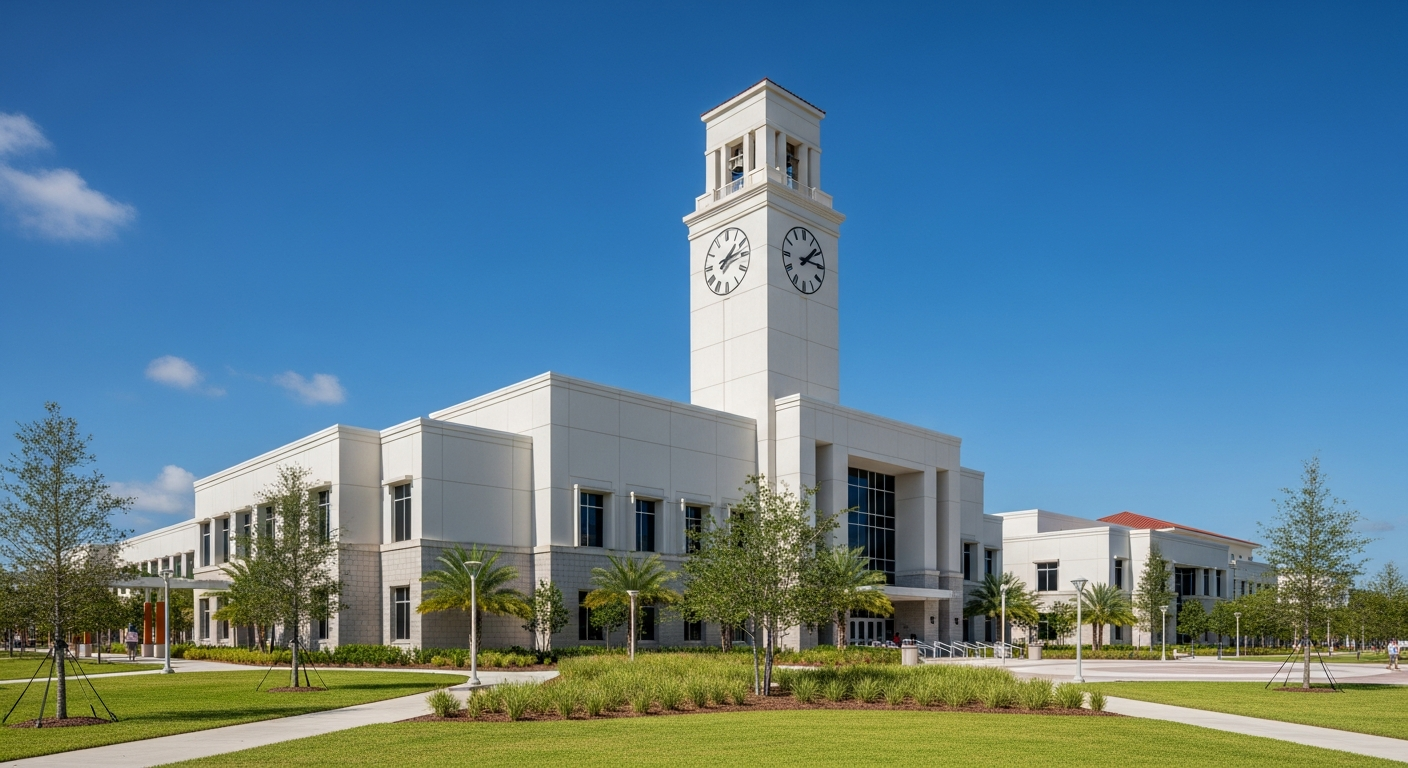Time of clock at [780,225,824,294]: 1:14
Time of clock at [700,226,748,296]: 1:13
